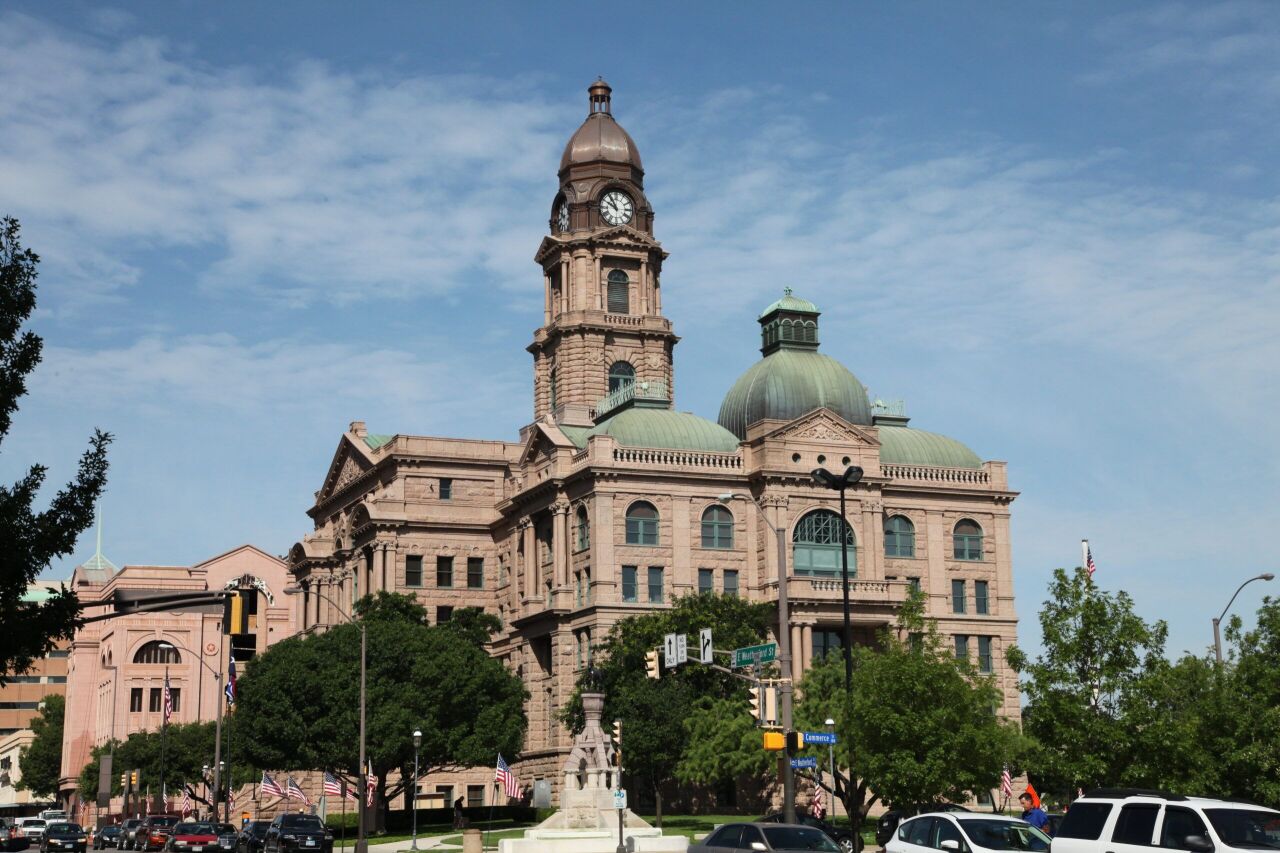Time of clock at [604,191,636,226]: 9:54
